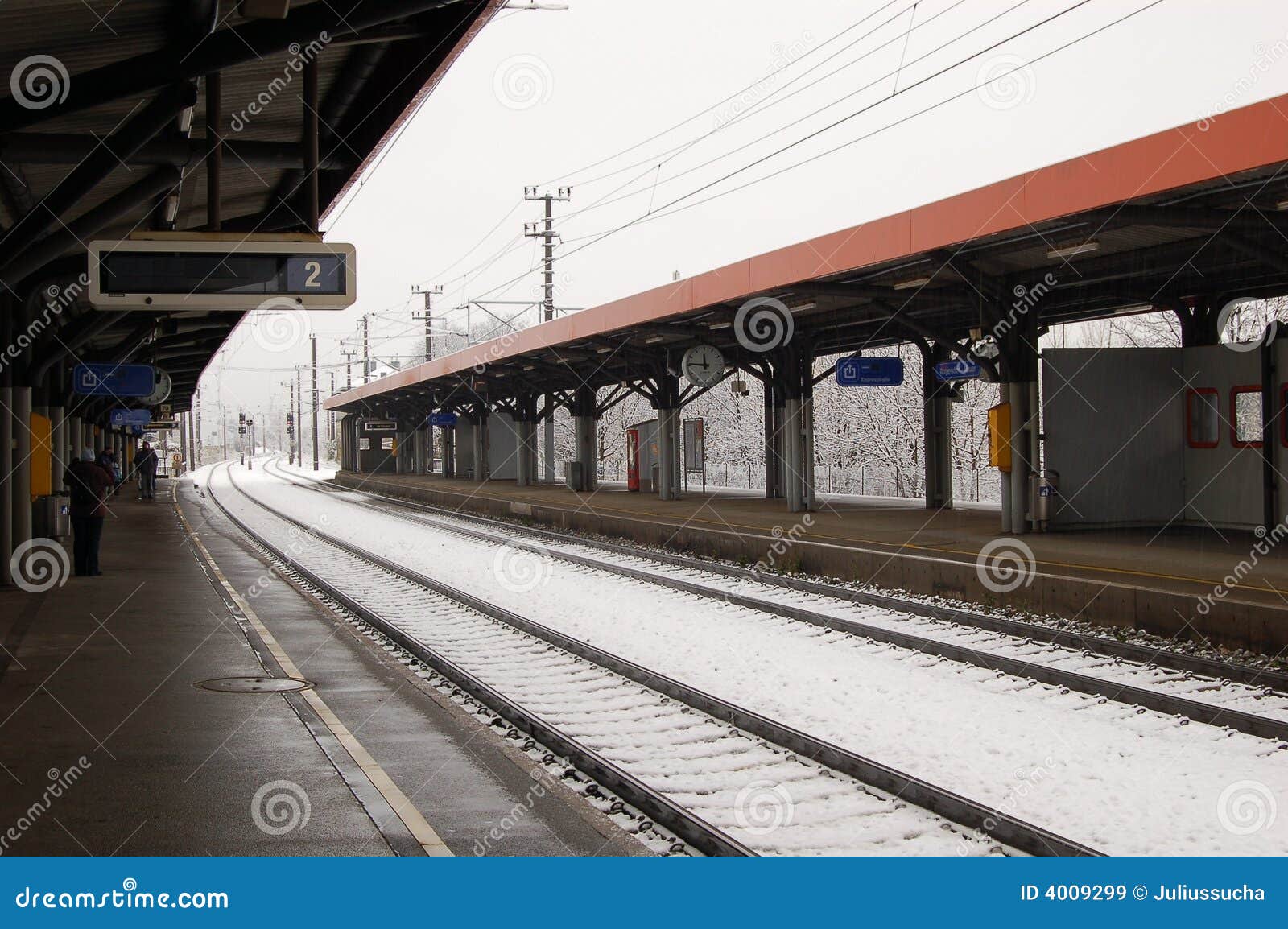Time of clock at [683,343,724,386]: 11:46
